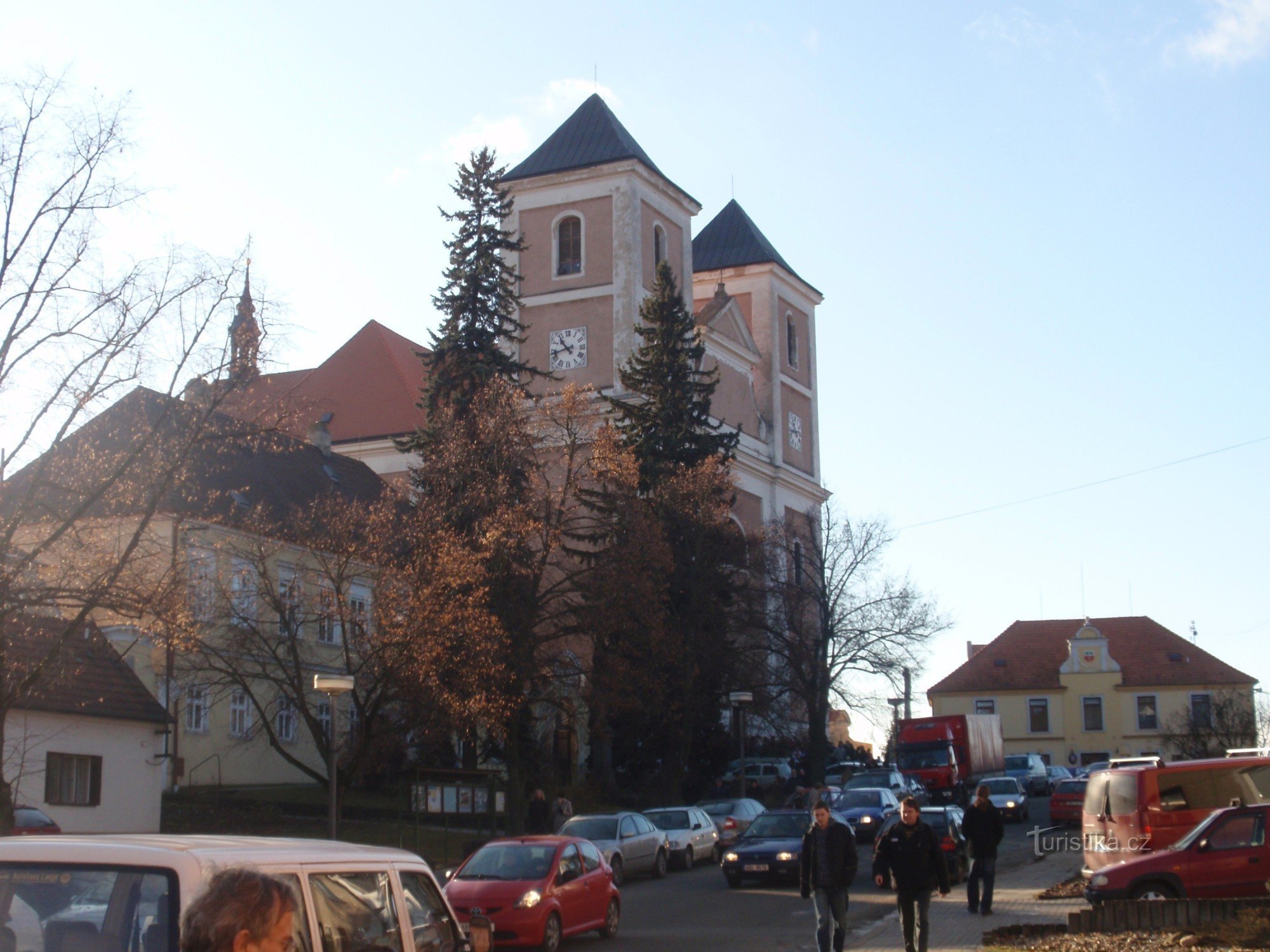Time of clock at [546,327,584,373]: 10:42
